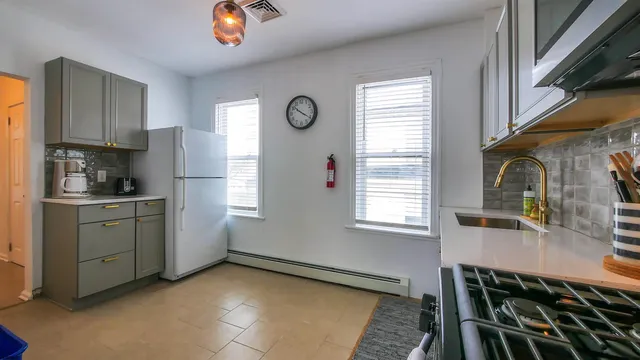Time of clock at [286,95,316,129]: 10:20
